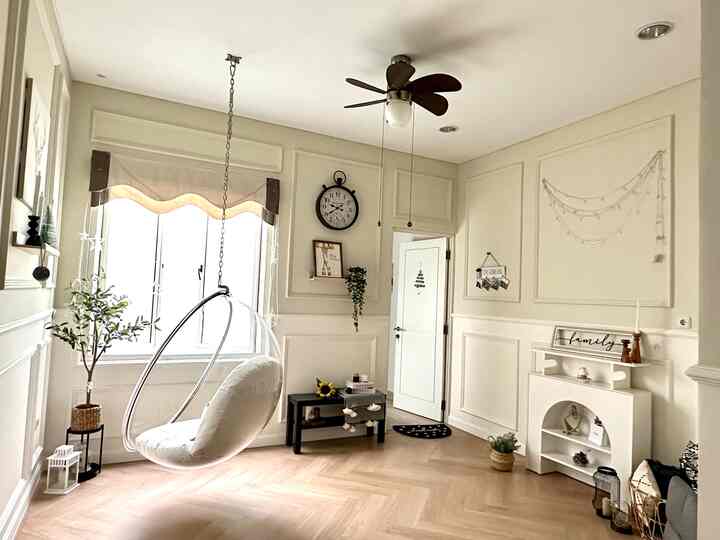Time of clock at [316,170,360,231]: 9:39
